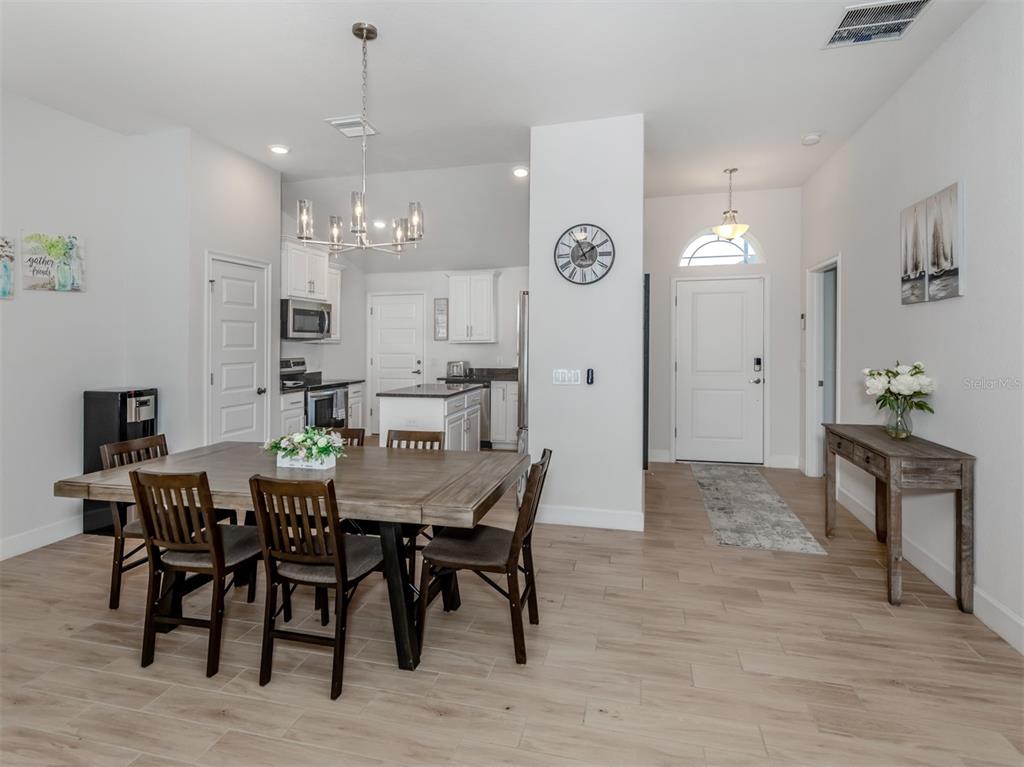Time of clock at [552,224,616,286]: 1:55
